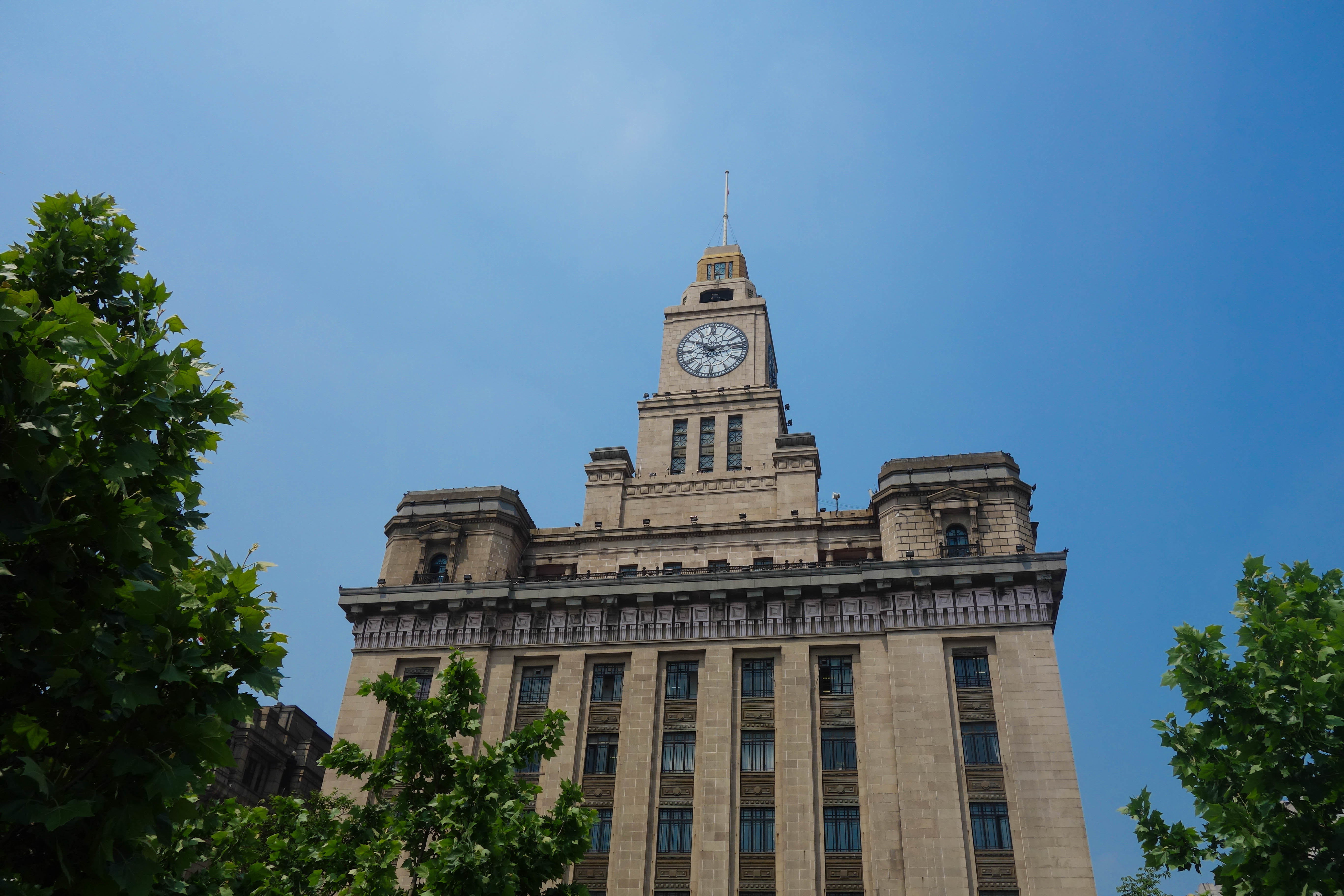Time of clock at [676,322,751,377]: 10:12
